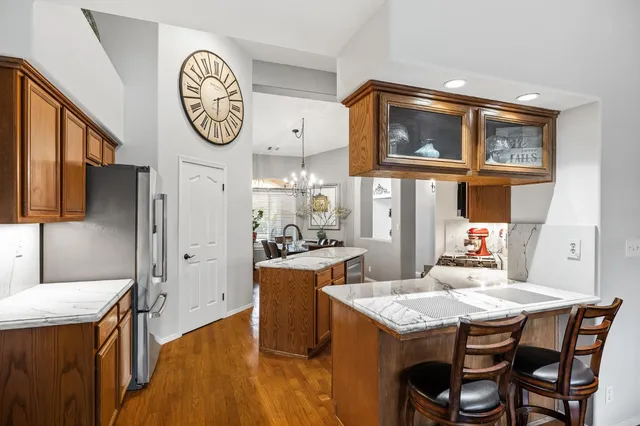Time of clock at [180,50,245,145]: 6:10
